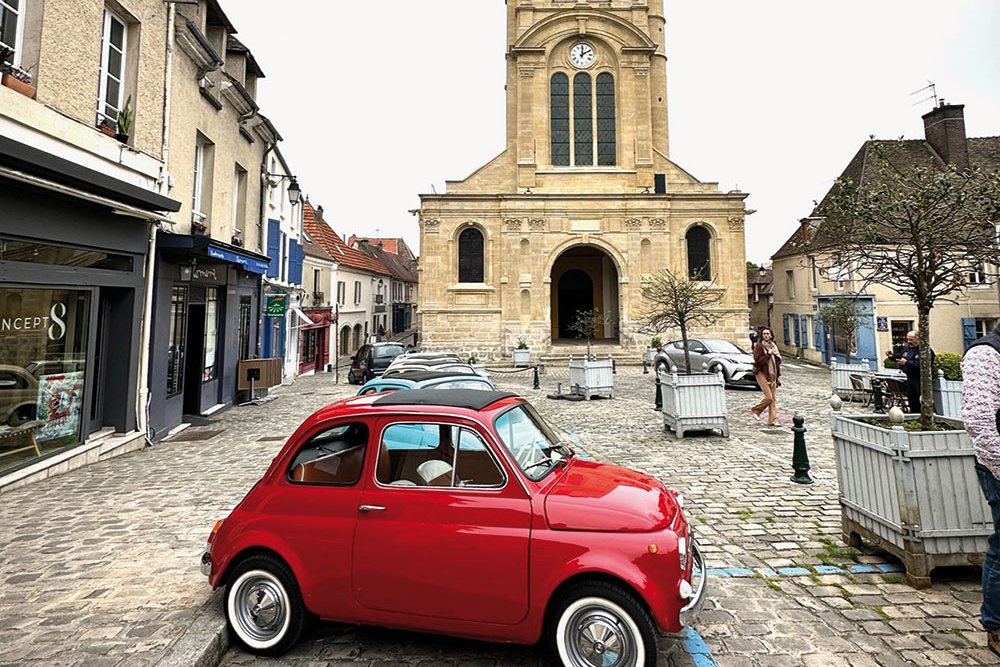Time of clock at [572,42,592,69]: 2:00
